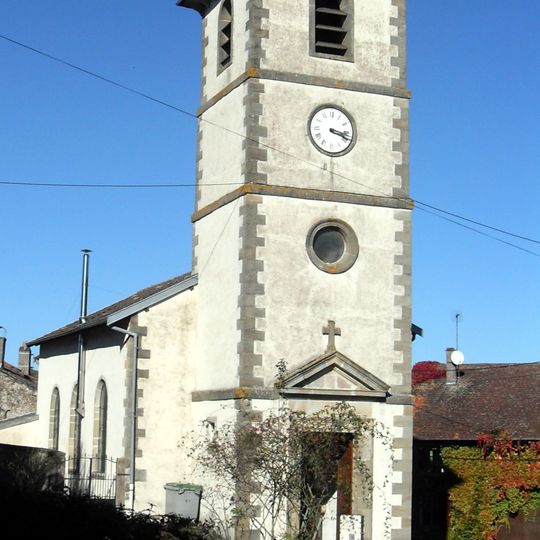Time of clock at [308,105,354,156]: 3:18
